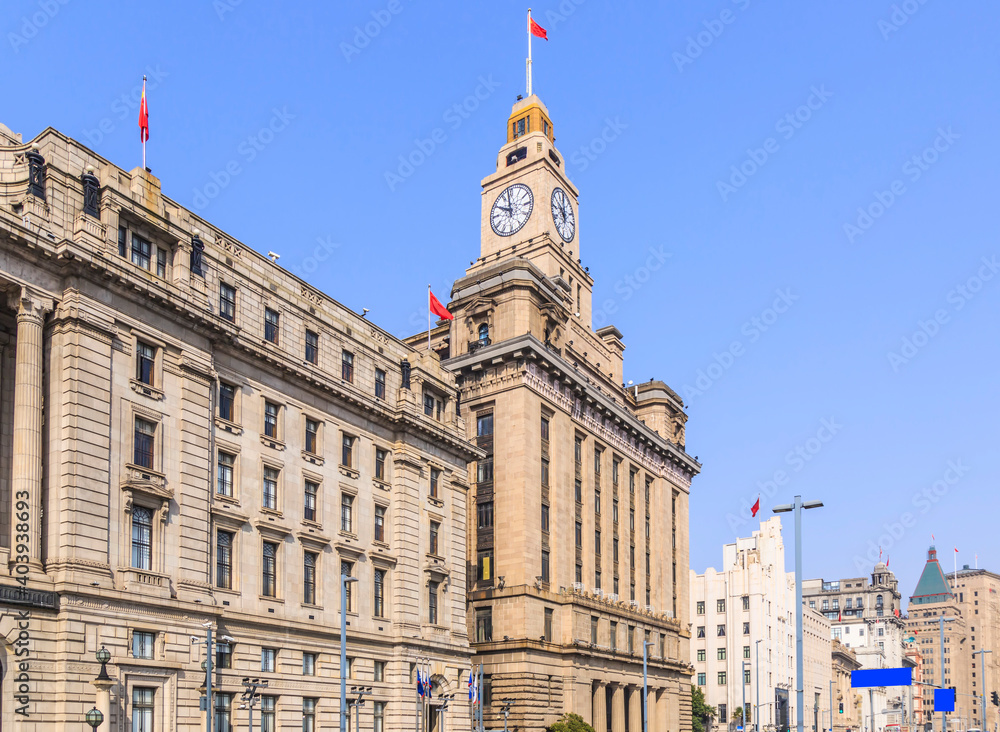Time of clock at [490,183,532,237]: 9:58
